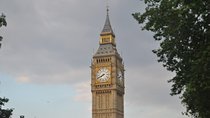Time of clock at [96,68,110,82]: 7:40
